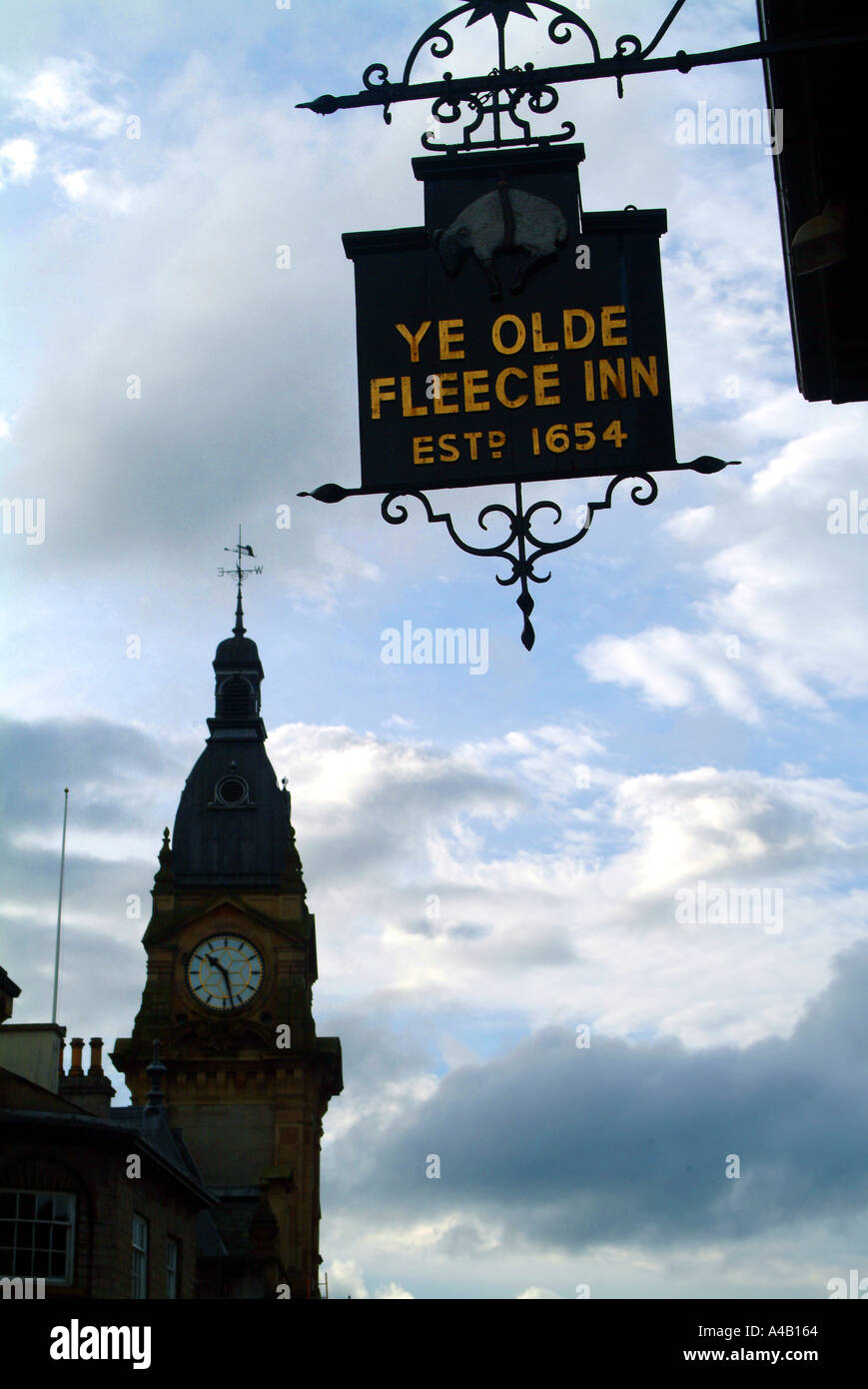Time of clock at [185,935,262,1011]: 10:27
